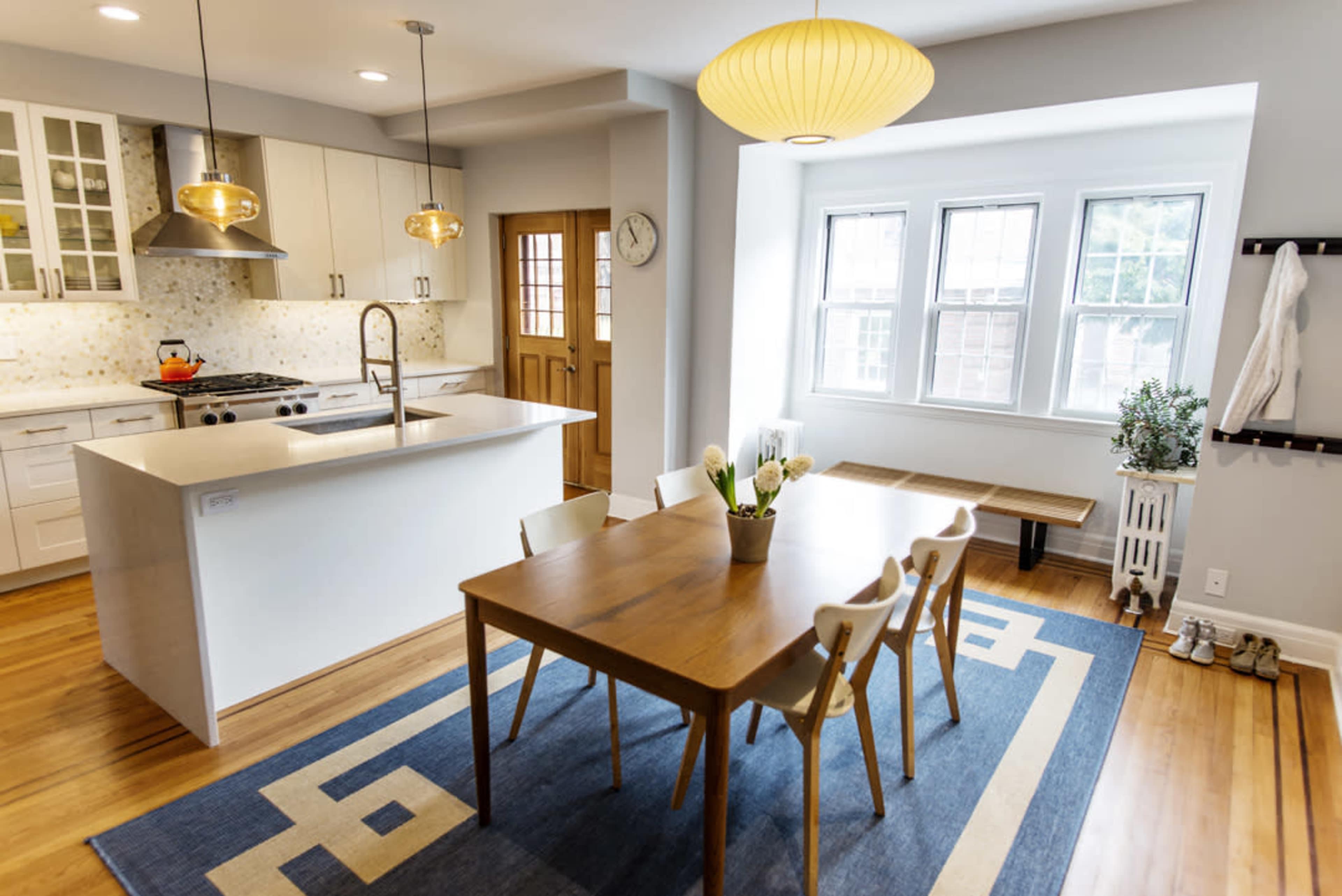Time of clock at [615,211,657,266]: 10:55
